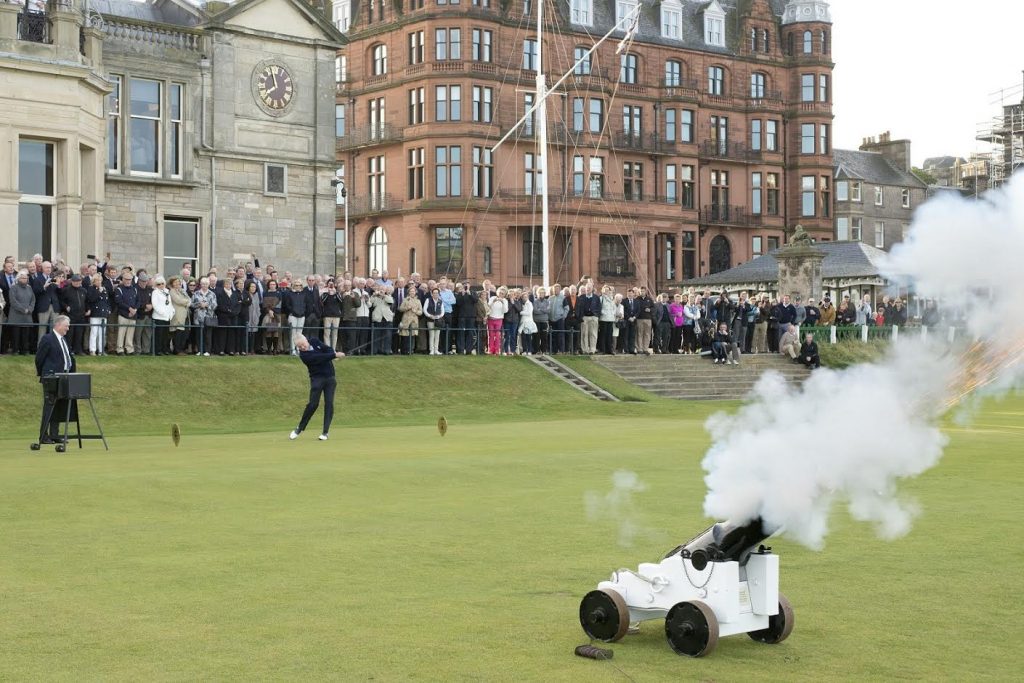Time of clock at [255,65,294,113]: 7:57
